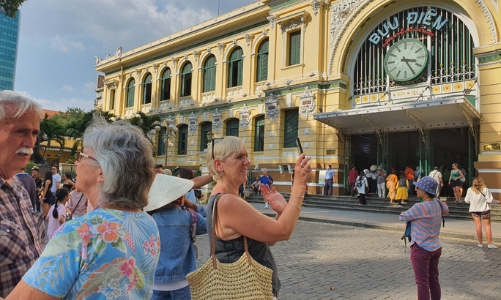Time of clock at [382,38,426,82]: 3:24
